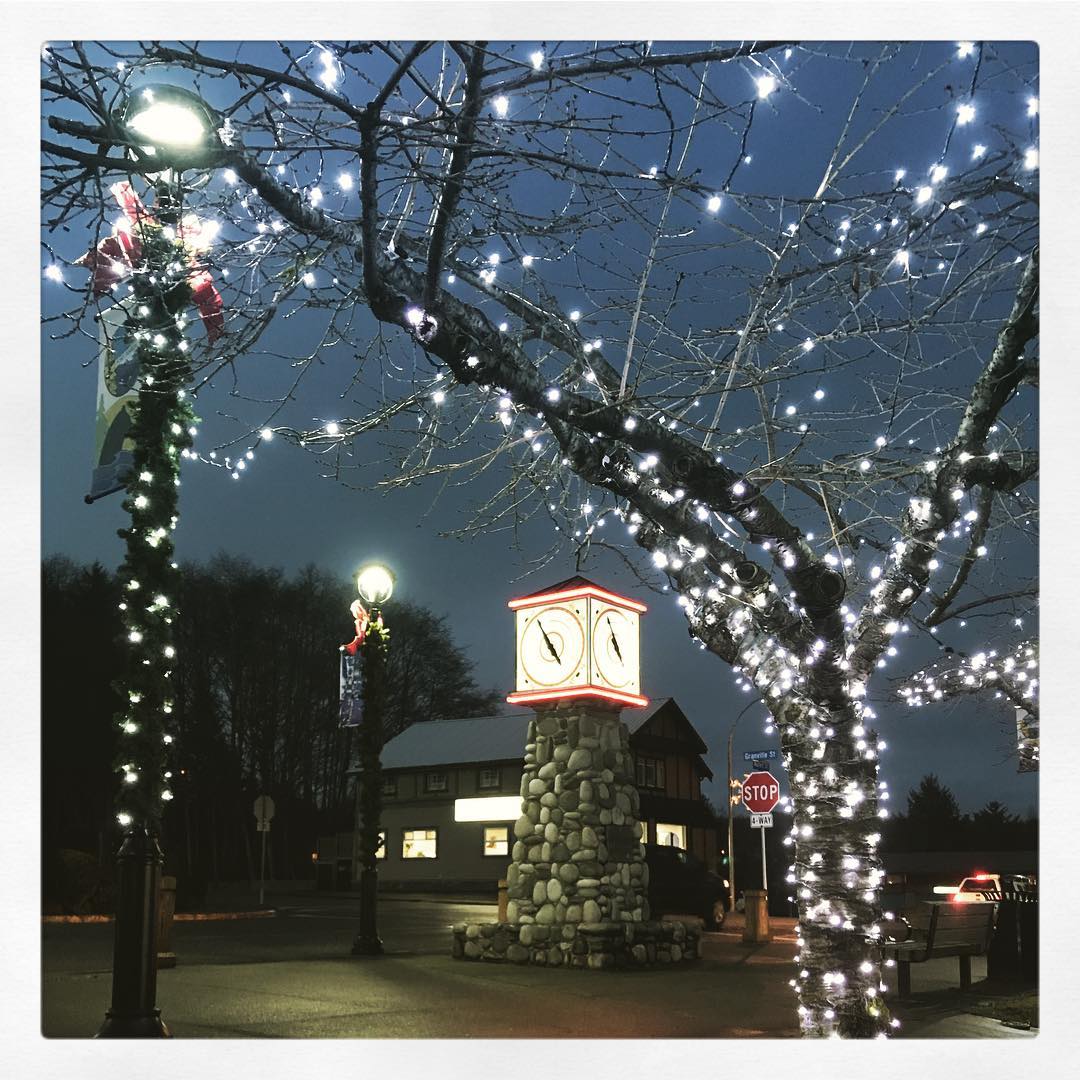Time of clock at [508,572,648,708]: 4:55
